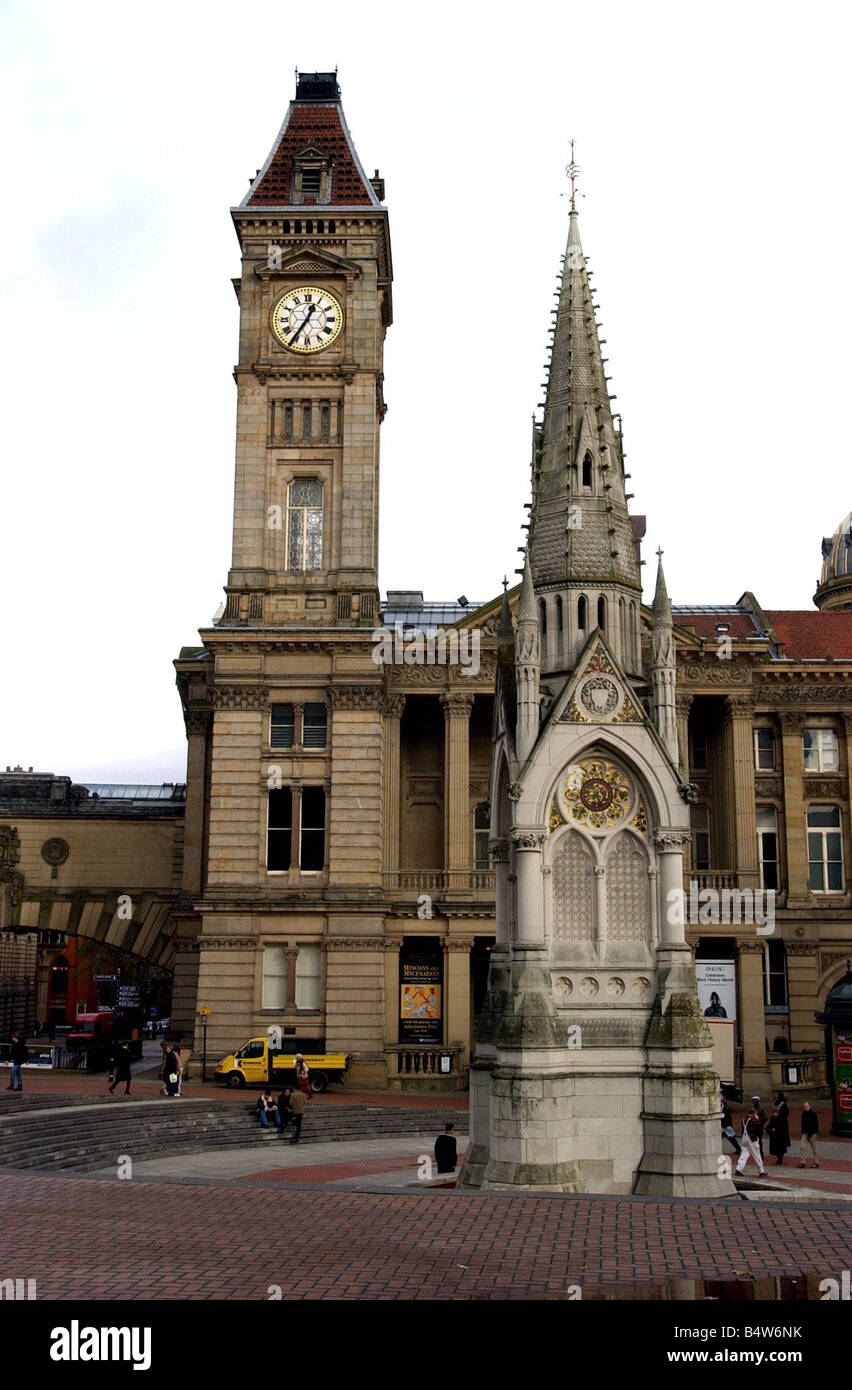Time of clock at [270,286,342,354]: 12:35
